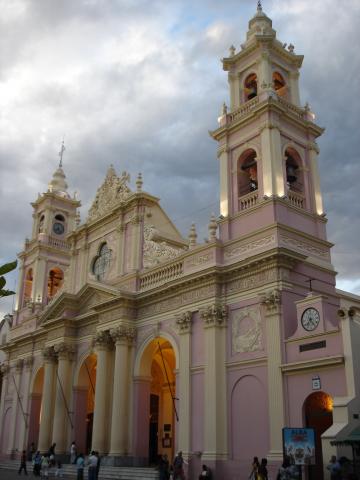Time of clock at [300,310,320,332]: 7:23
